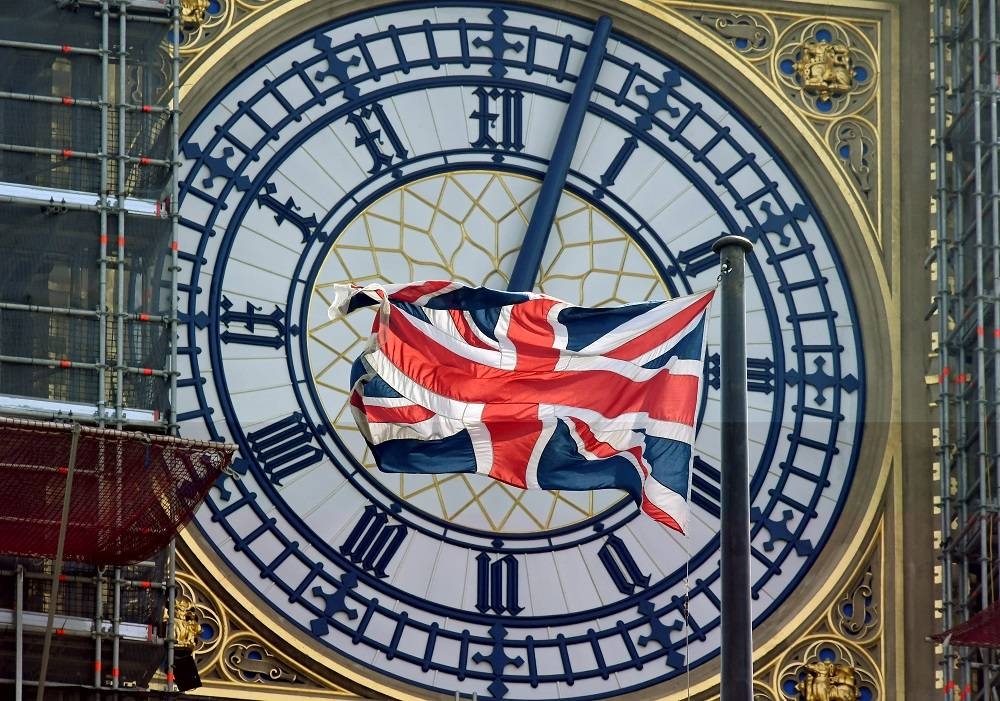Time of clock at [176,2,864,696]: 9:02
